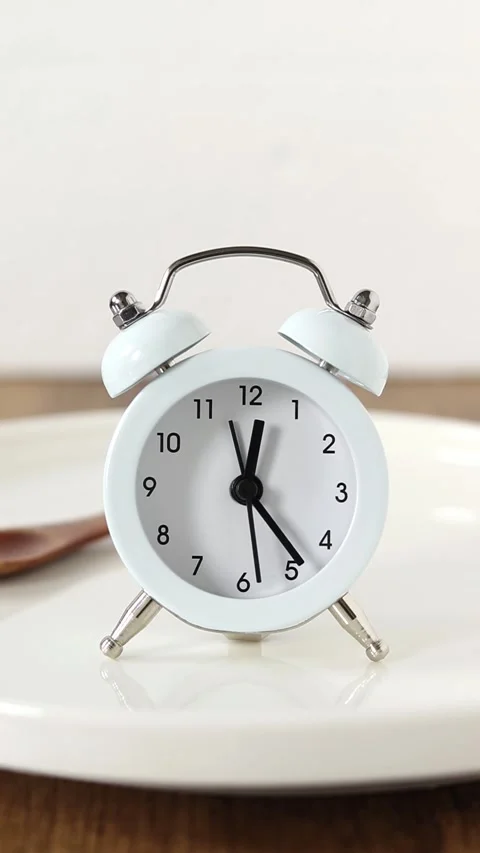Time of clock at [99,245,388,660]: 12:23
